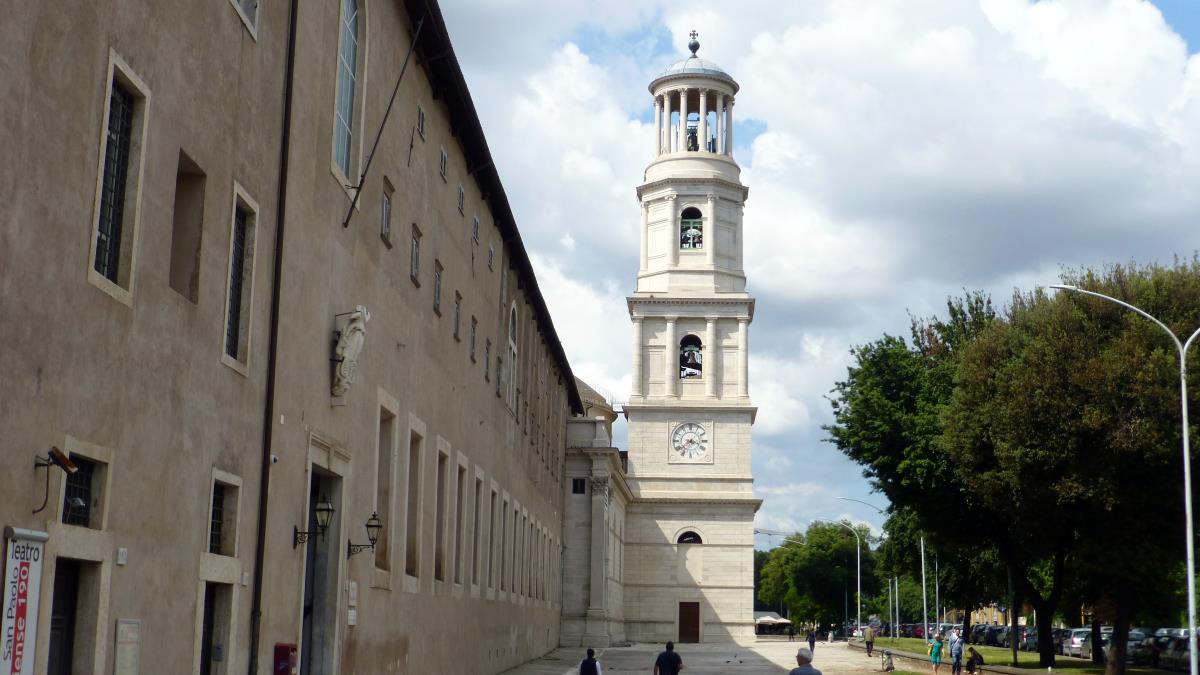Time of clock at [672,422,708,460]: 3:38
